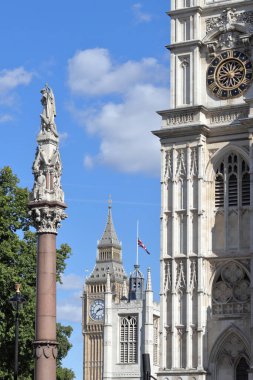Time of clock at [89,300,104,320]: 2:38
